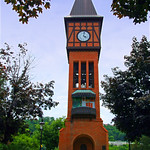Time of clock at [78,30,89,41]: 4:02
